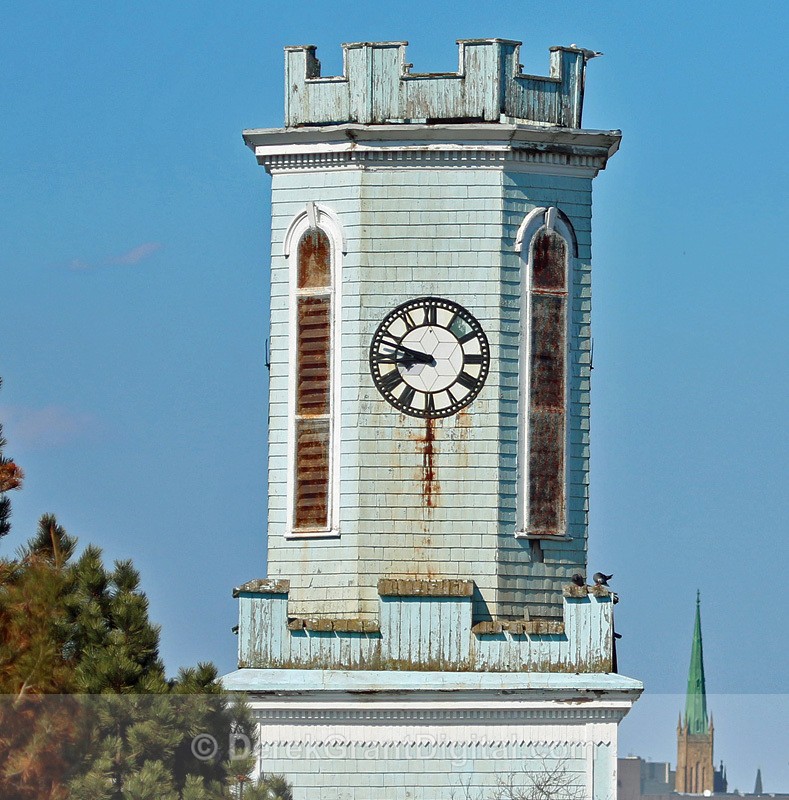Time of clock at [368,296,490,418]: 8:47
